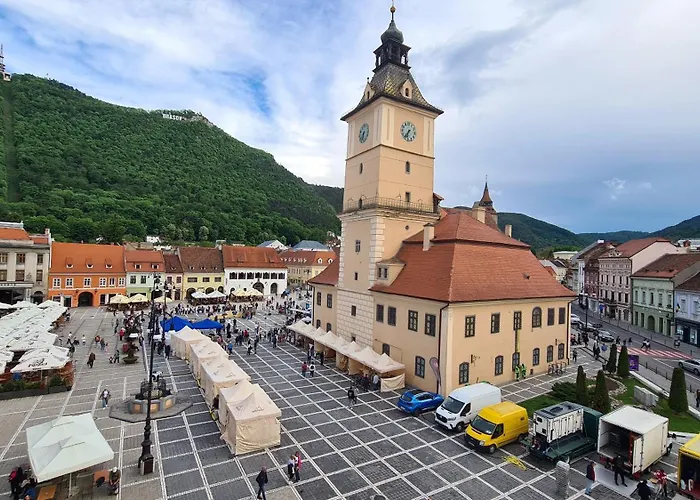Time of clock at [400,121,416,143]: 6:36
